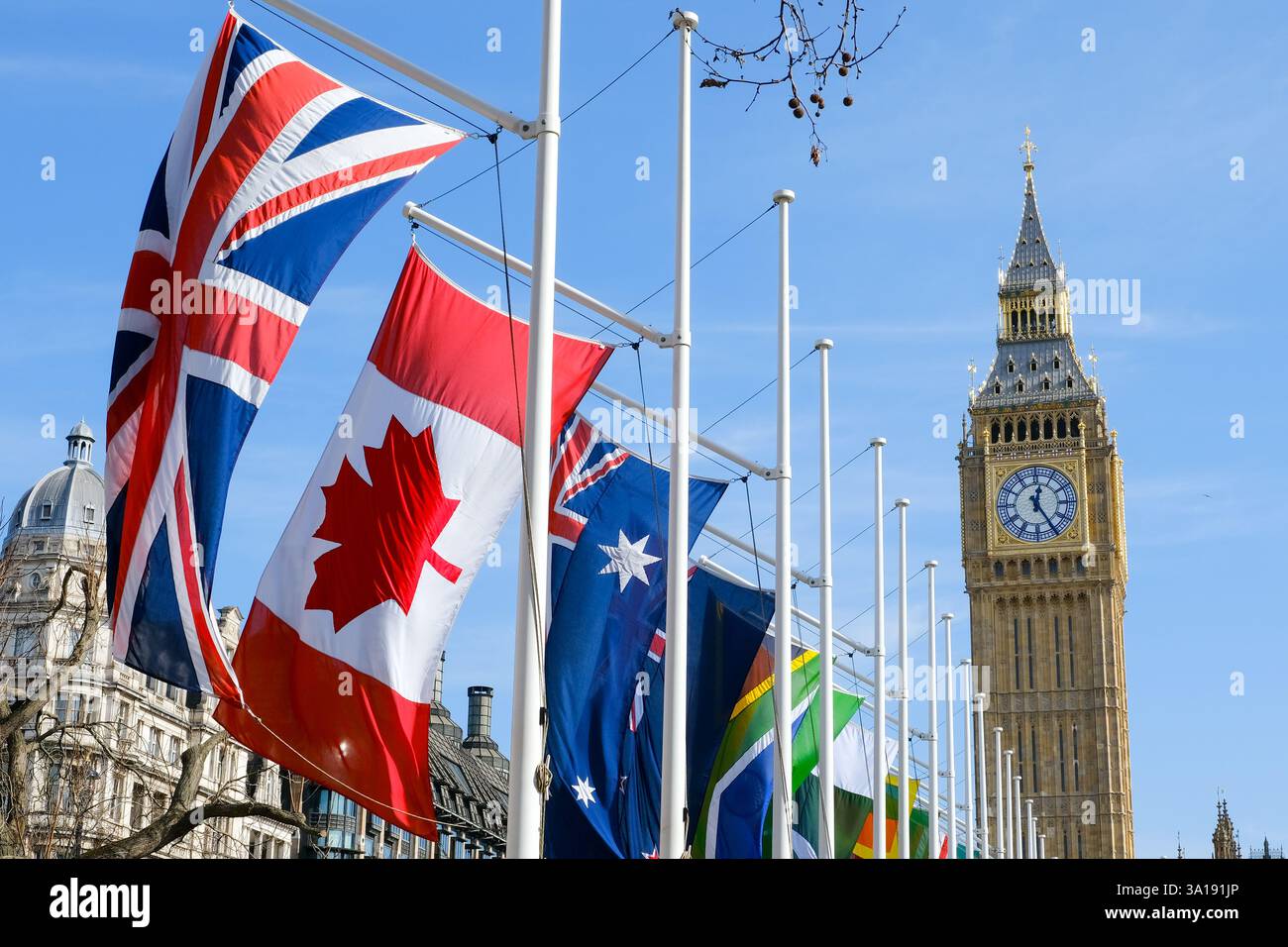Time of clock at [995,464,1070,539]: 12:24
